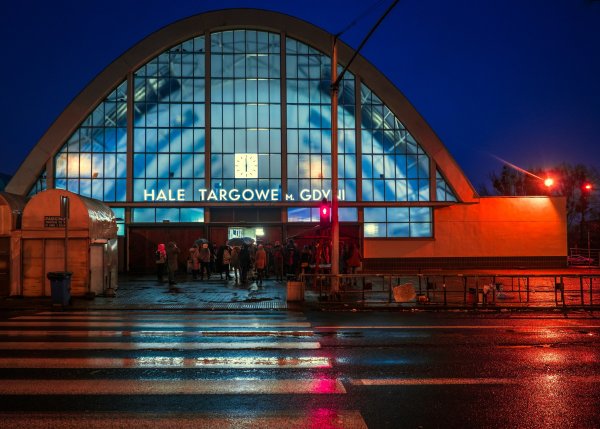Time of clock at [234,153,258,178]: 5:59
